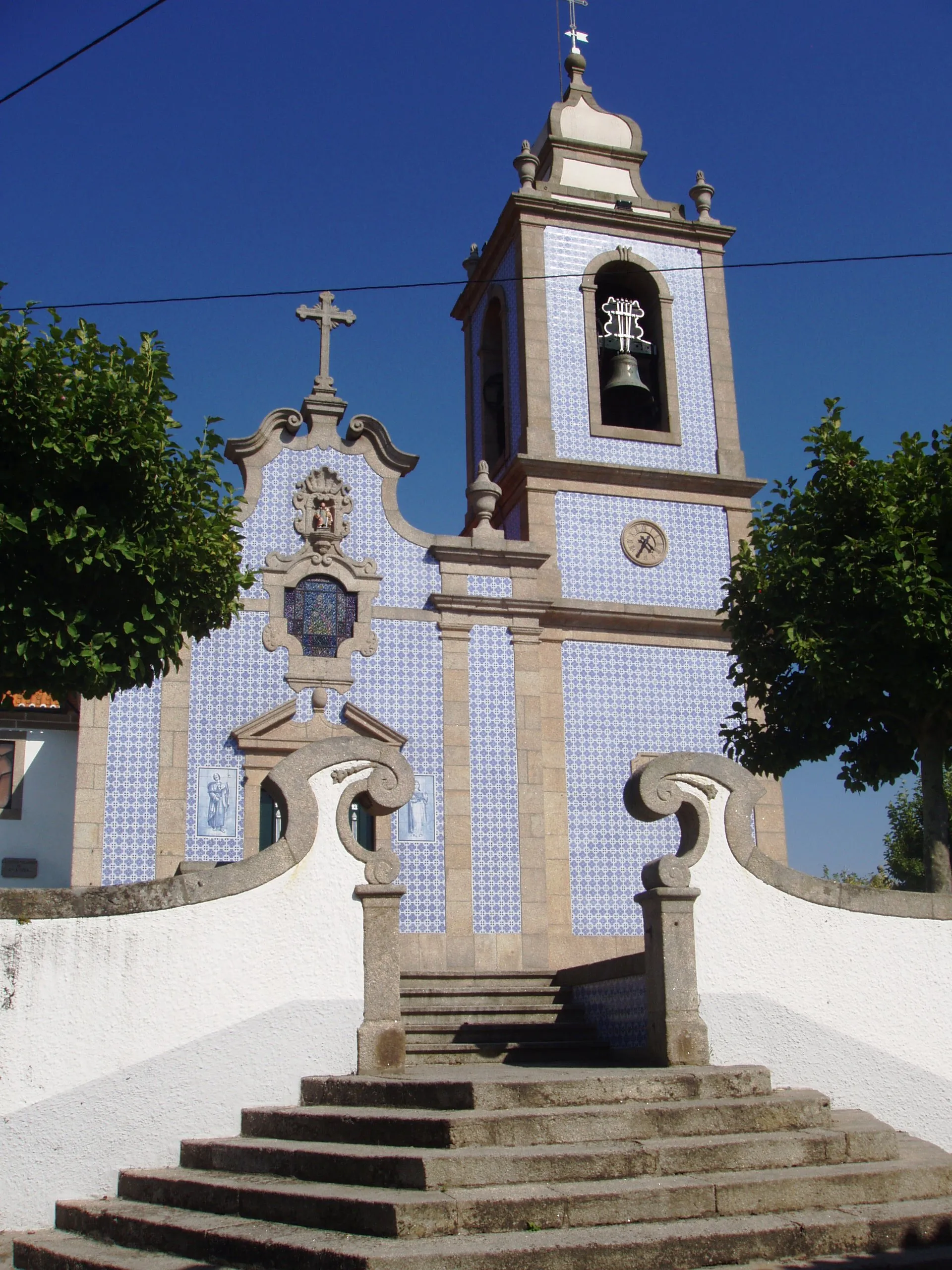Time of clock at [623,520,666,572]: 4:35
